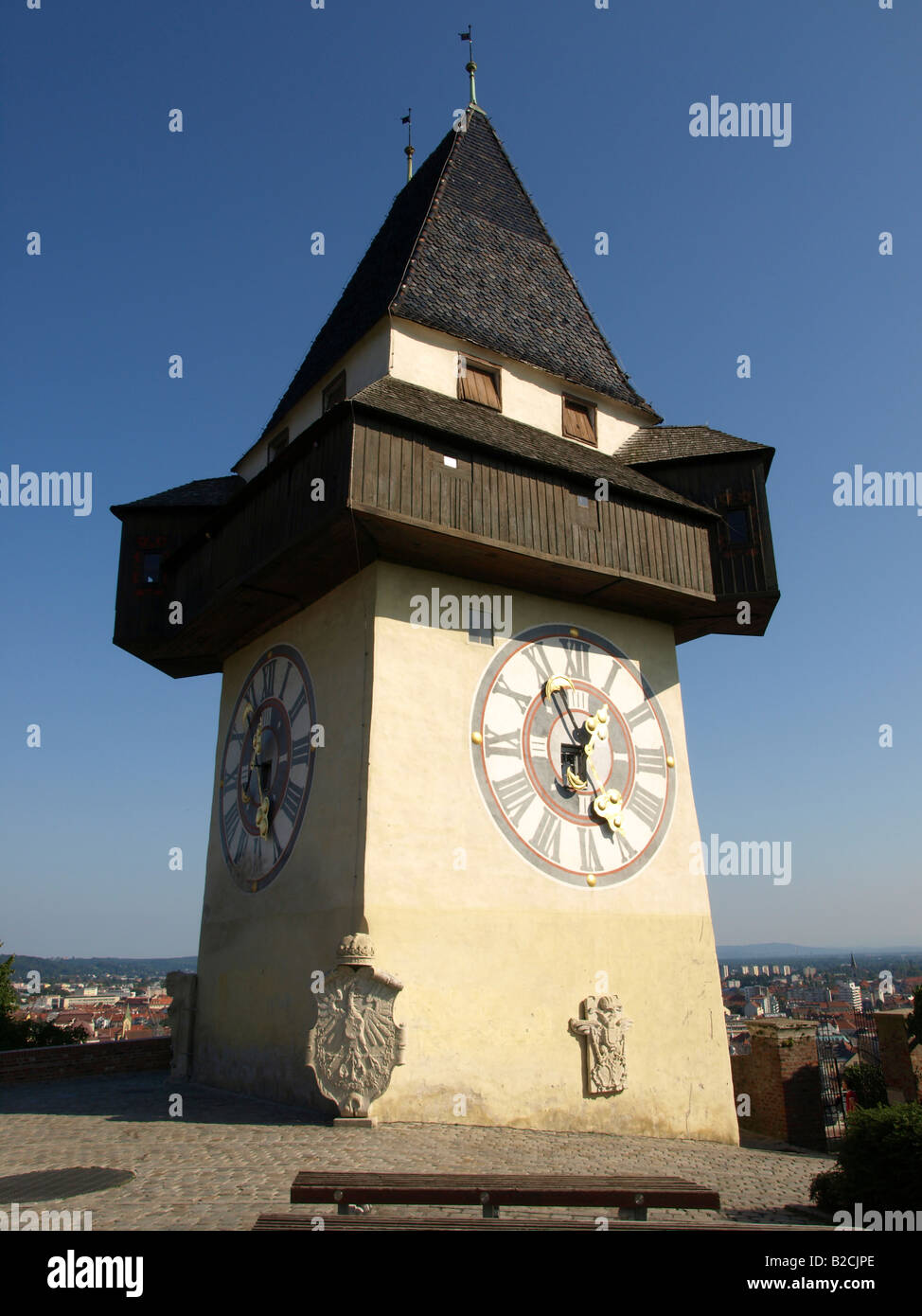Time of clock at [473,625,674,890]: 6:56
